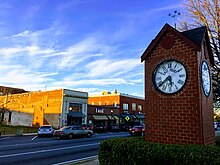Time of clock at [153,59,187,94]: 5:38
